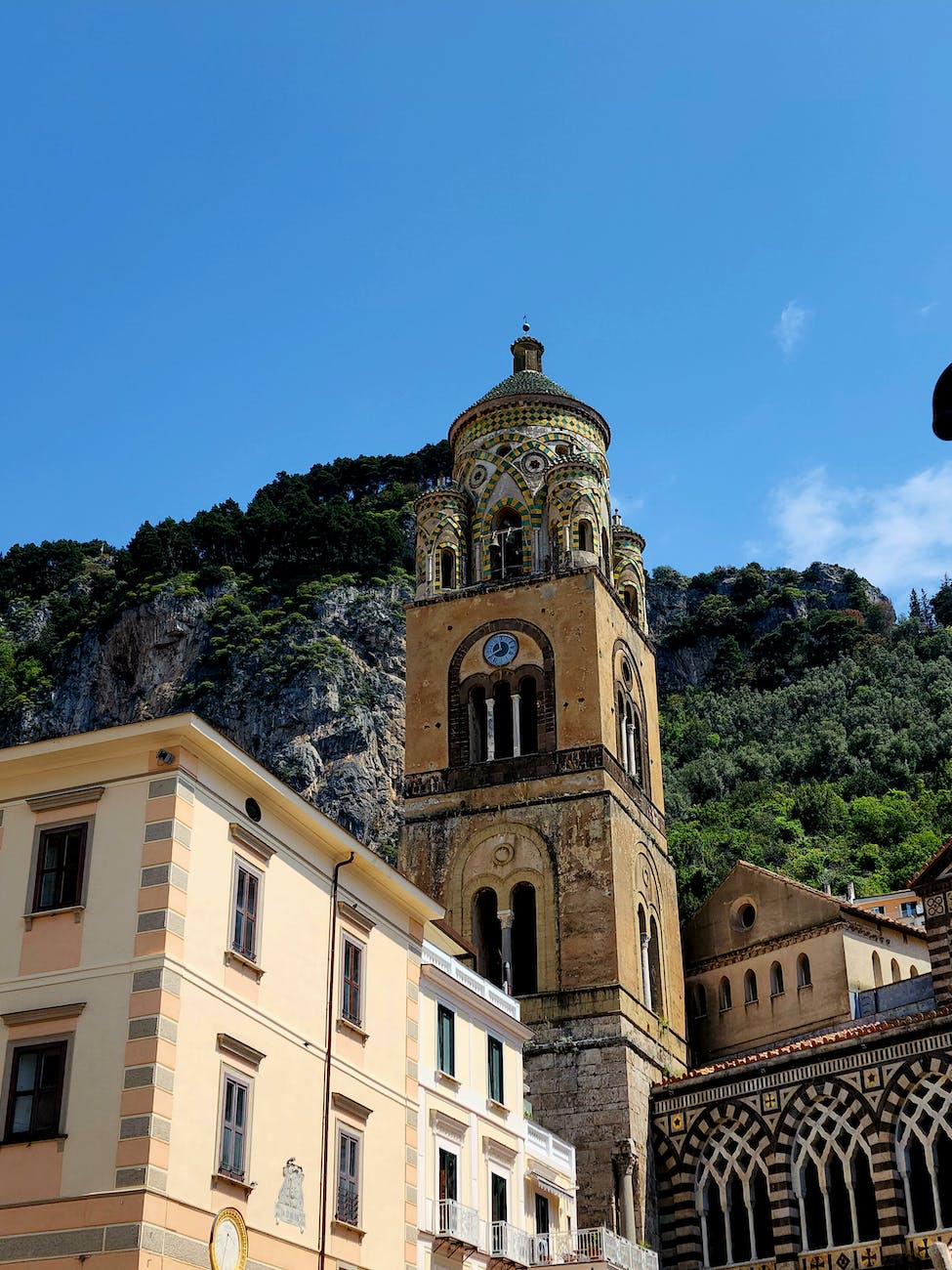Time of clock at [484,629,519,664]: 11:40
